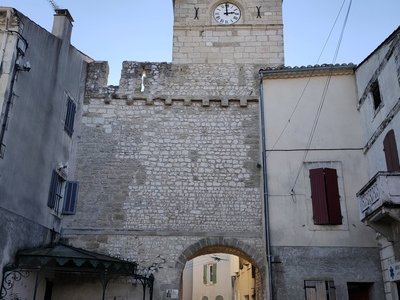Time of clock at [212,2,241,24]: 2:59
